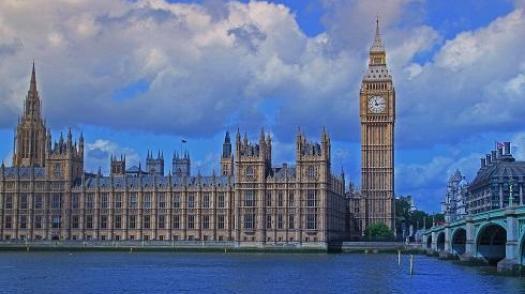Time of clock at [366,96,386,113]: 11:13
